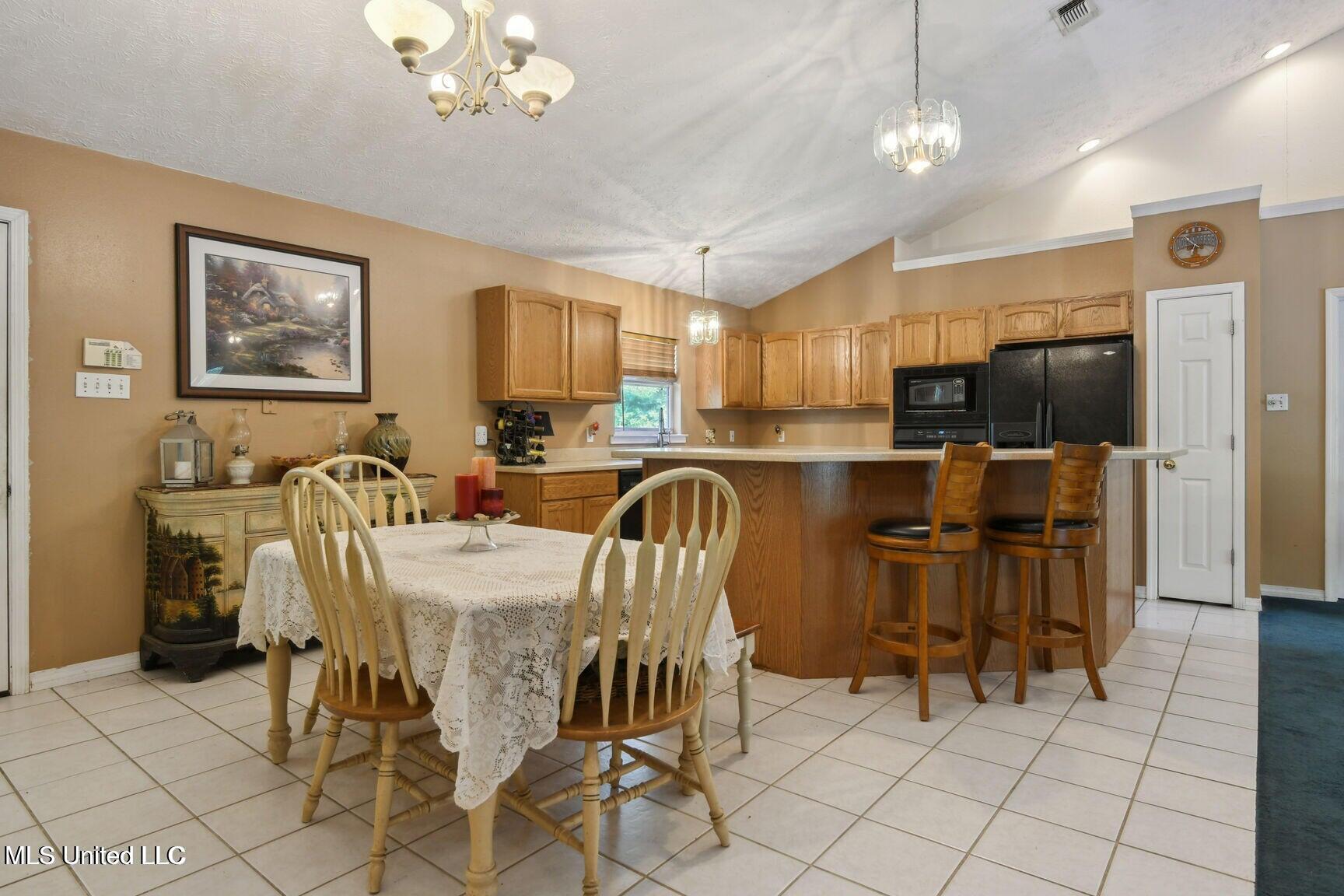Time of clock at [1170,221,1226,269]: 6:52
